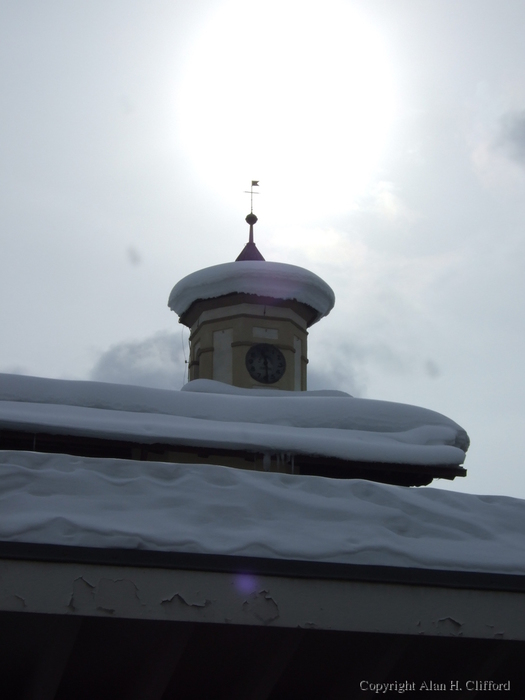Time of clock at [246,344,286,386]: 11:29
